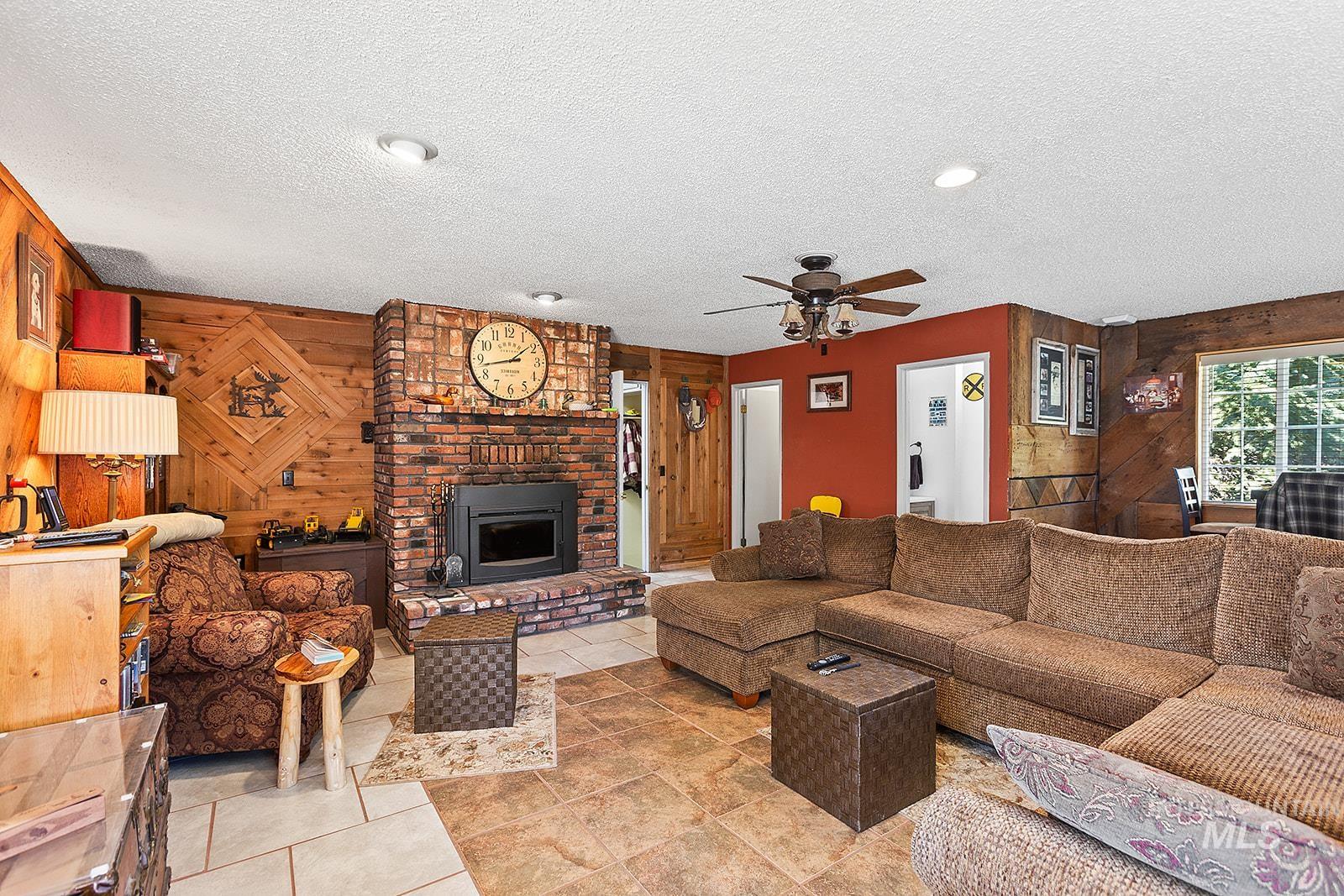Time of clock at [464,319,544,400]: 1:43
